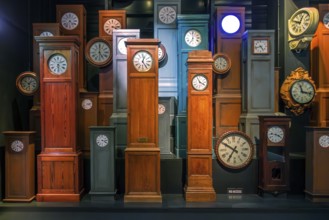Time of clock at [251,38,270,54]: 4:42
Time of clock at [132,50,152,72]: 12:24
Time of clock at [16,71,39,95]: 5:51
